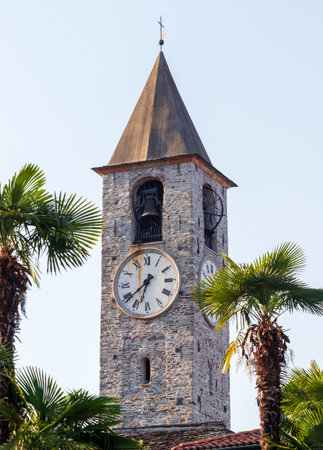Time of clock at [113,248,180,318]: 6:38
